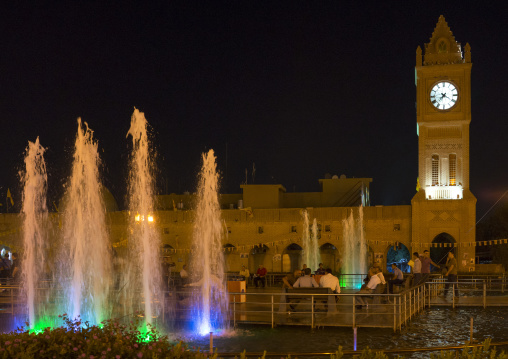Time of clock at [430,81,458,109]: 7:20
